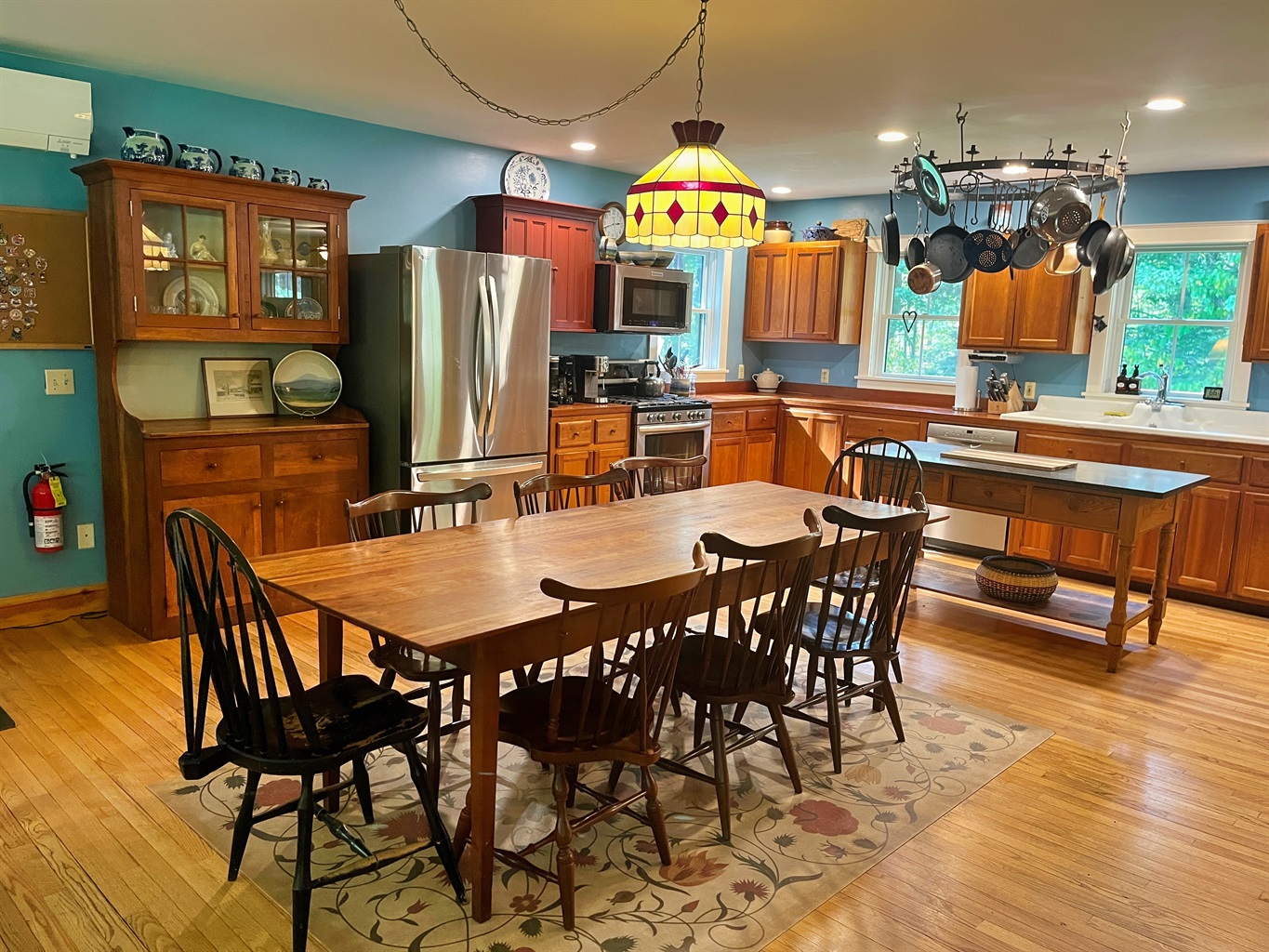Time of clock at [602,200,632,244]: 2:42
